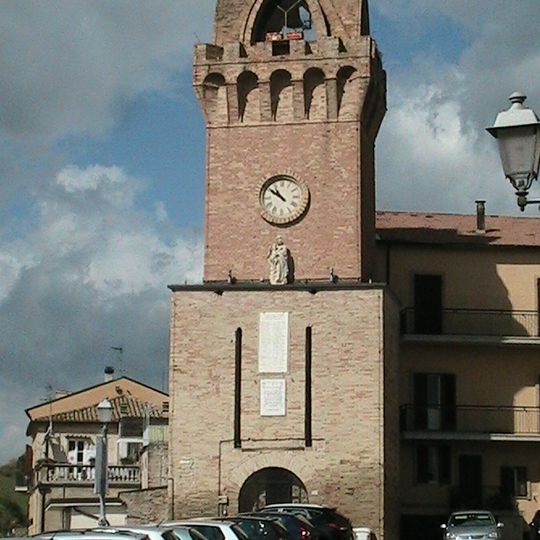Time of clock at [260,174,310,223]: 10:51
